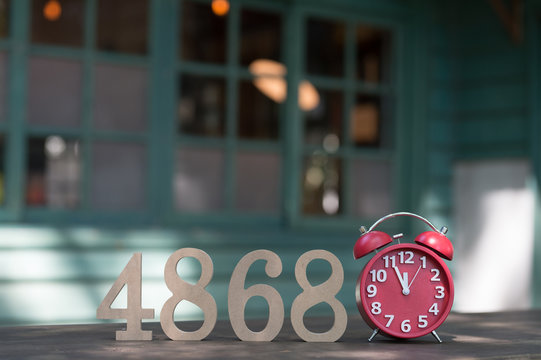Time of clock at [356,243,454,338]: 11:55
